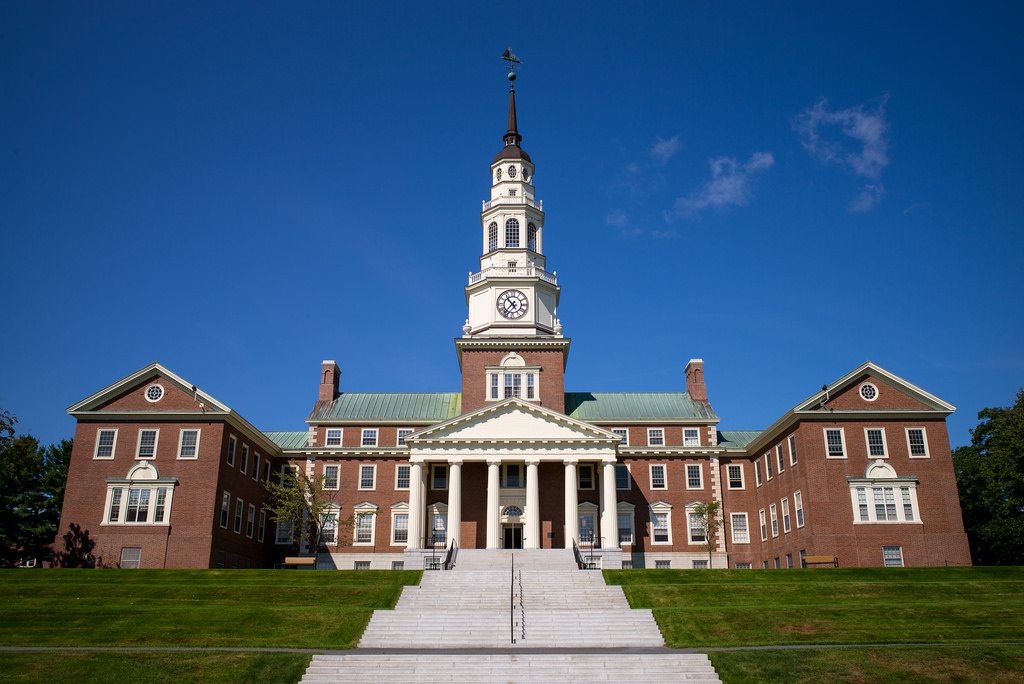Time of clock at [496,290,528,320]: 10:36
